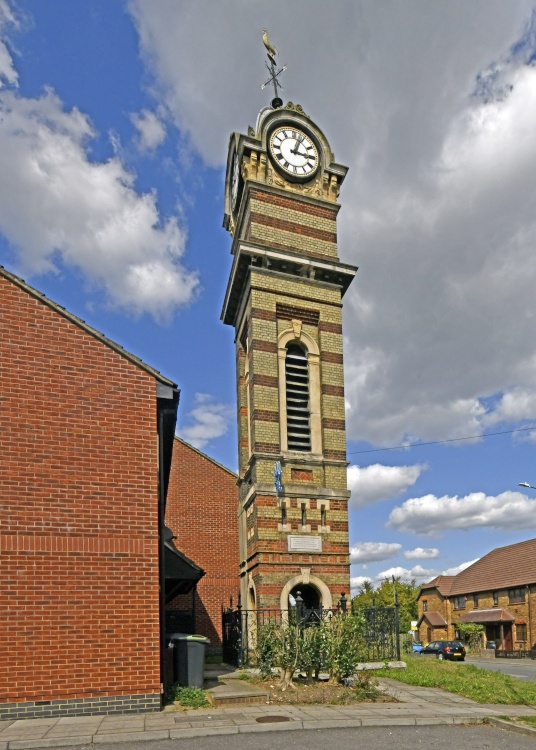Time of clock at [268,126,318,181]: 3:03
